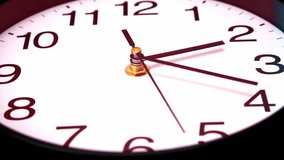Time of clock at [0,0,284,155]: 2:18
